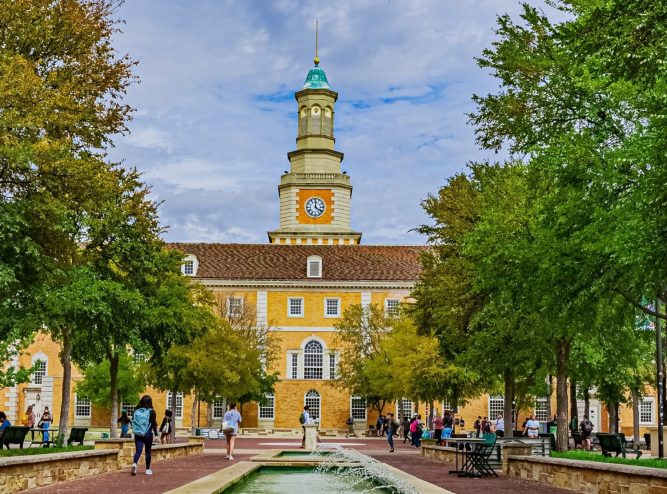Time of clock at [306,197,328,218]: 4:01
